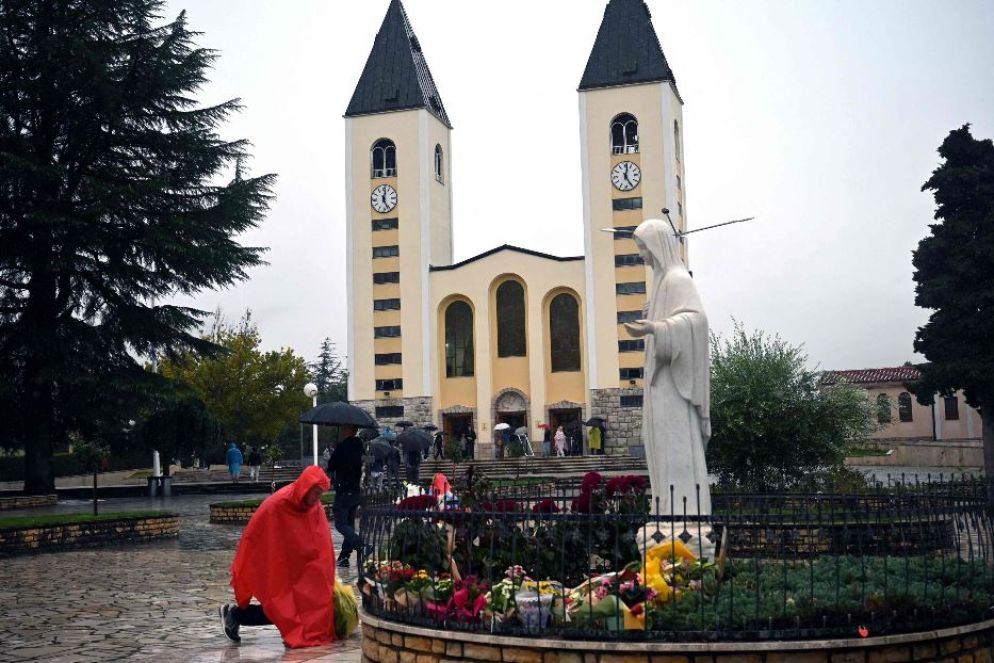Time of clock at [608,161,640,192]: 12:24
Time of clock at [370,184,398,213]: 12:26
